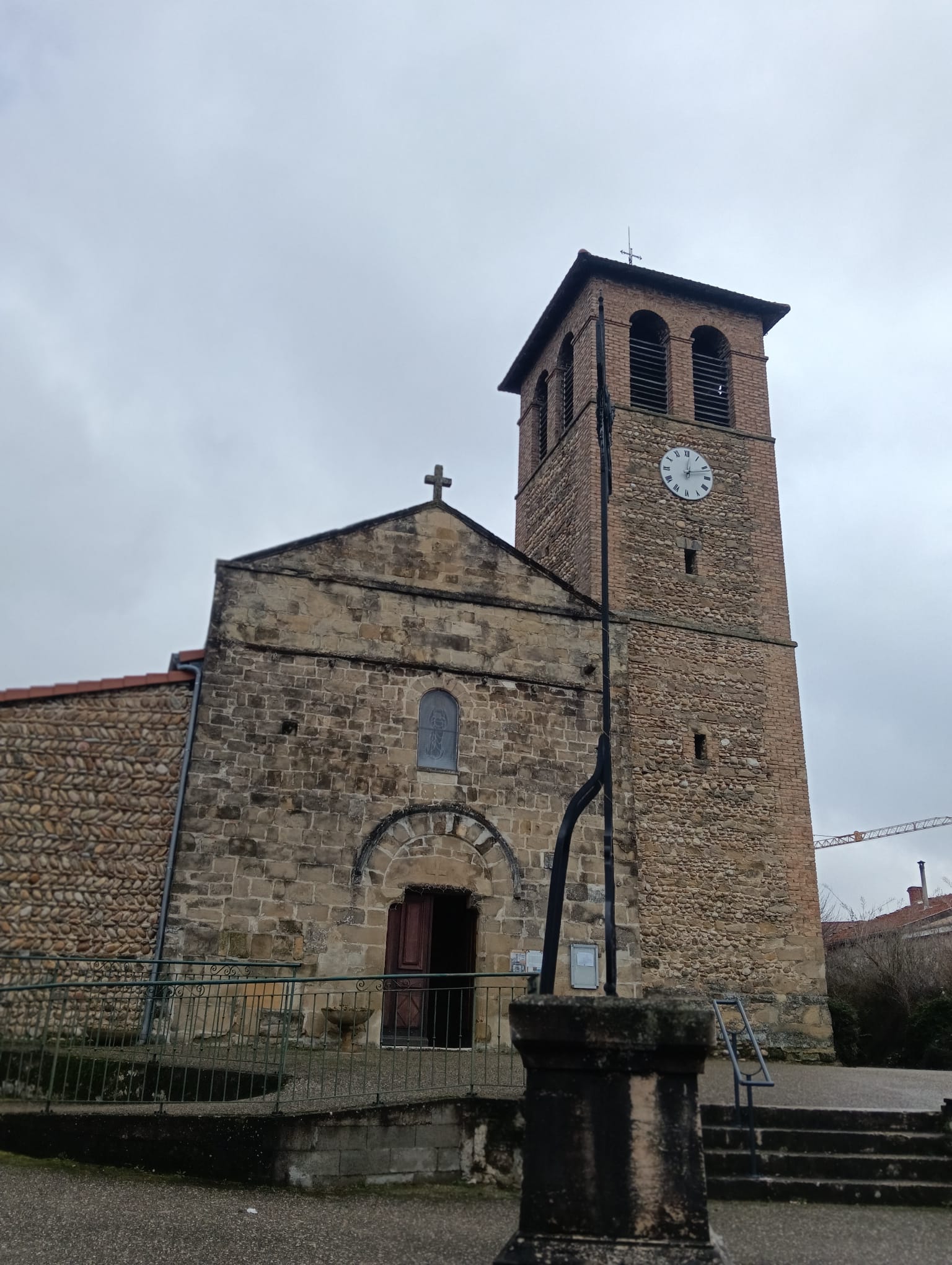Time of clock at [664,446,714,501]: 12:12
